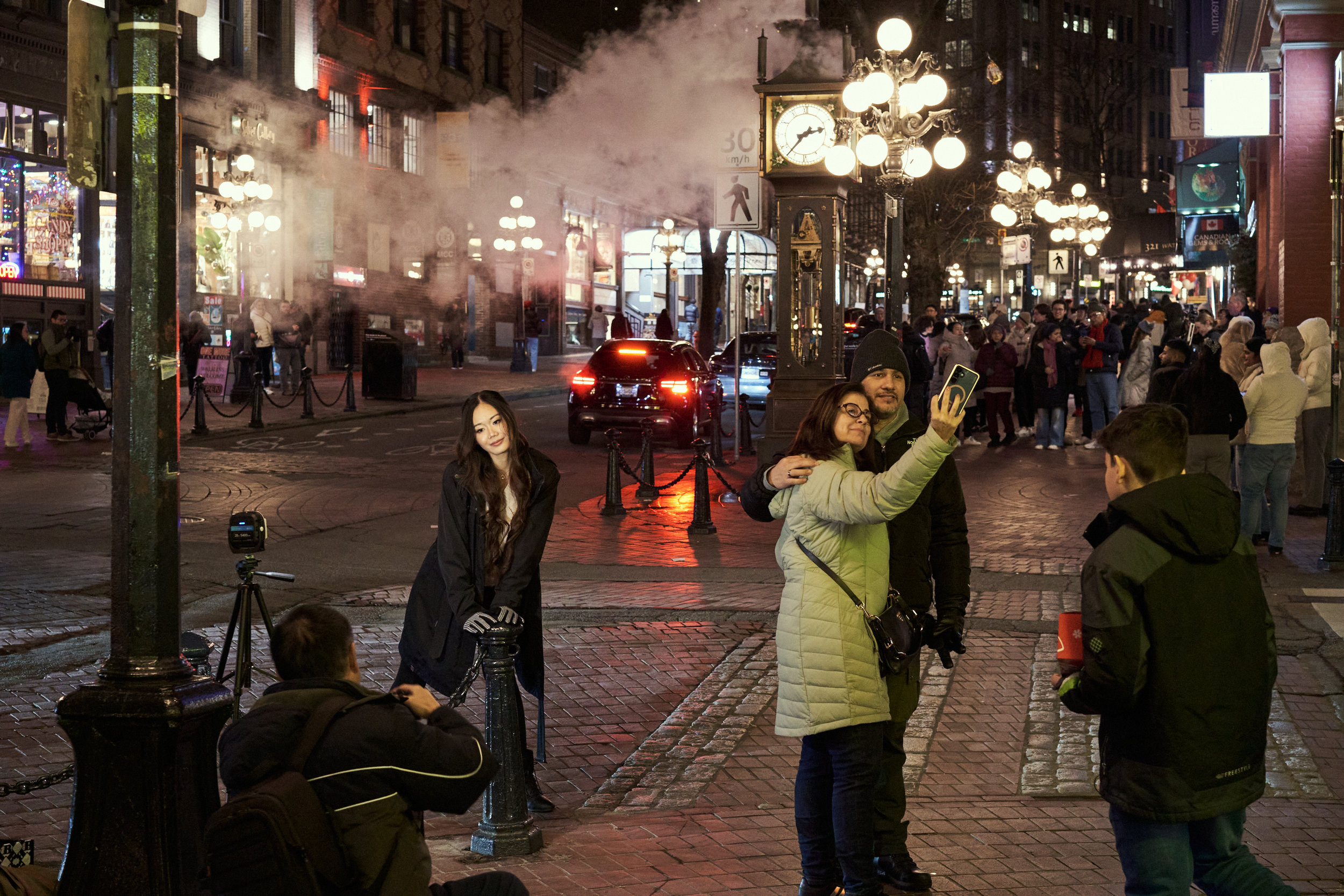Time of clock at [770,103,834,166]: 2:36
